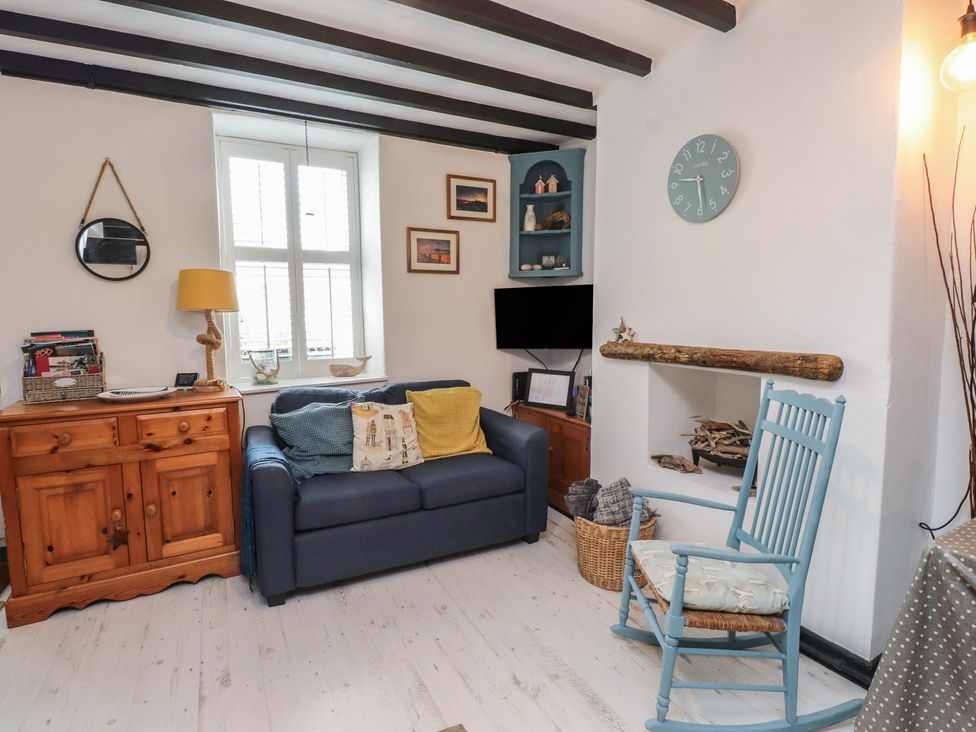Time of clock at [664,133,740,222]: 5:46
